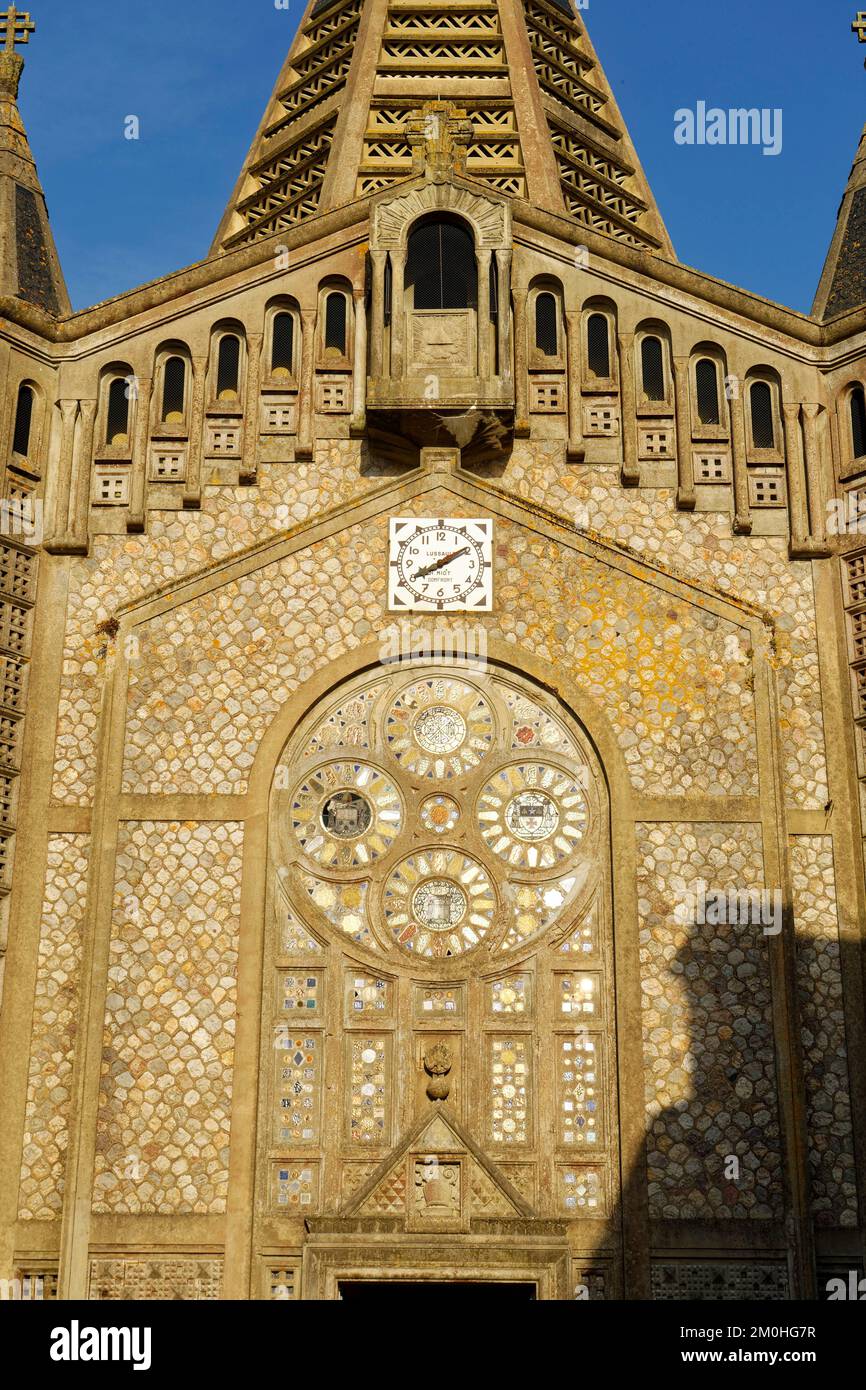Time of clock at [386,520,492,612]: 8:09
